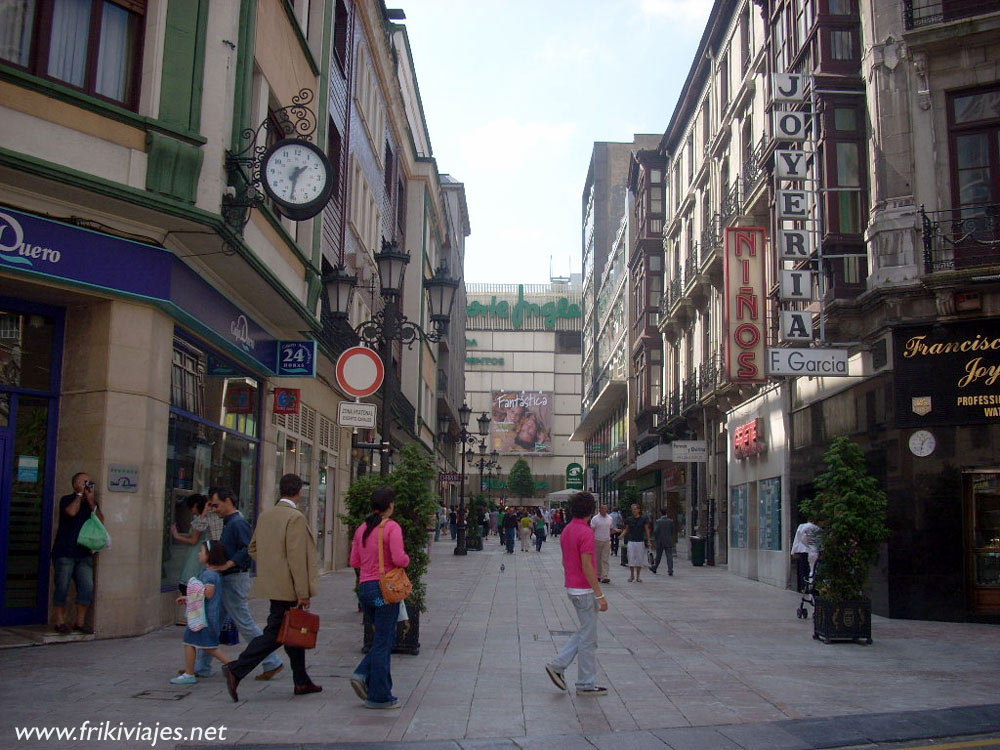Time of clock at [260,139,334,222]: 1:31
